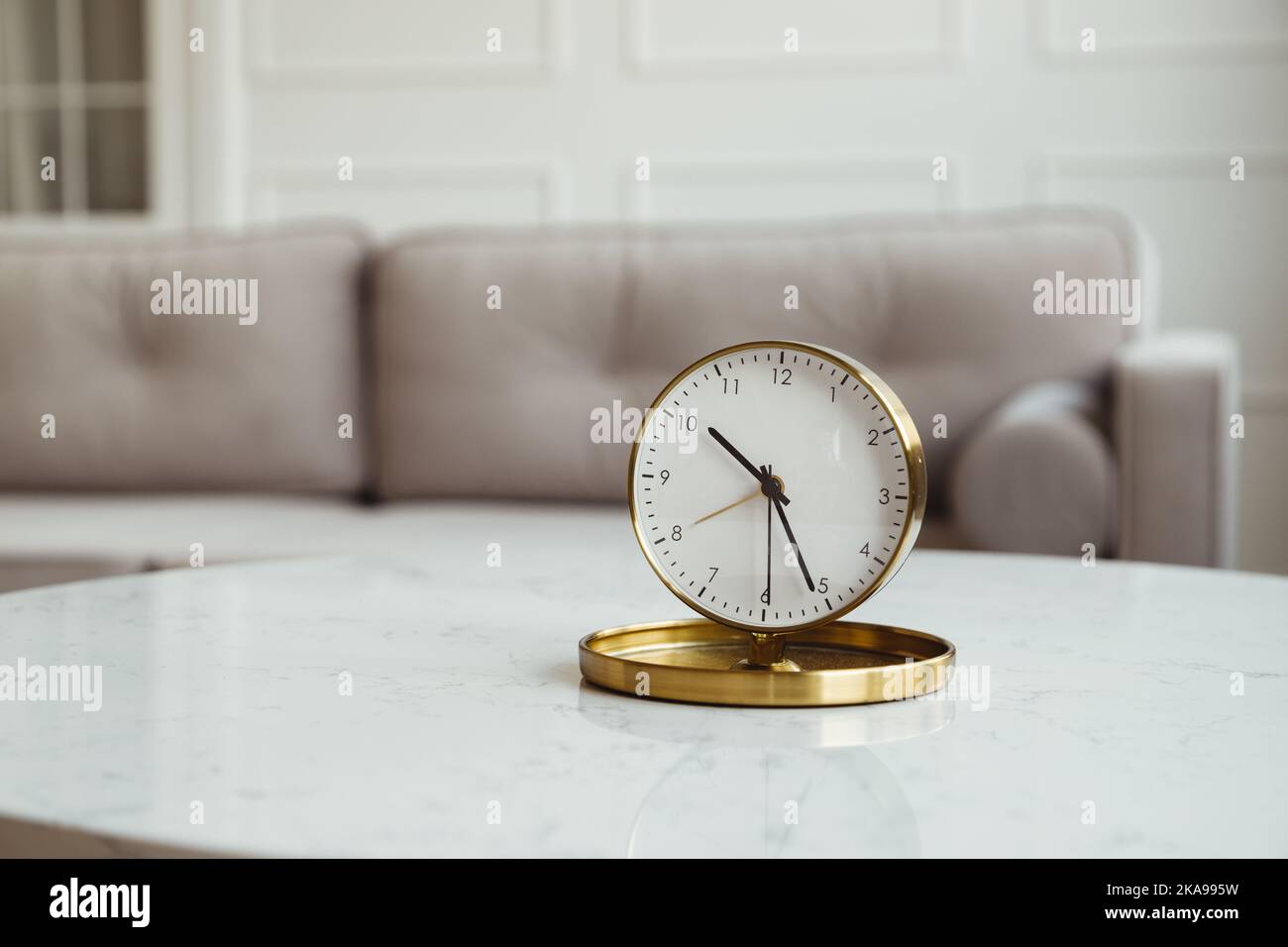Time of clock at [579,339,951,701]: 10:25
